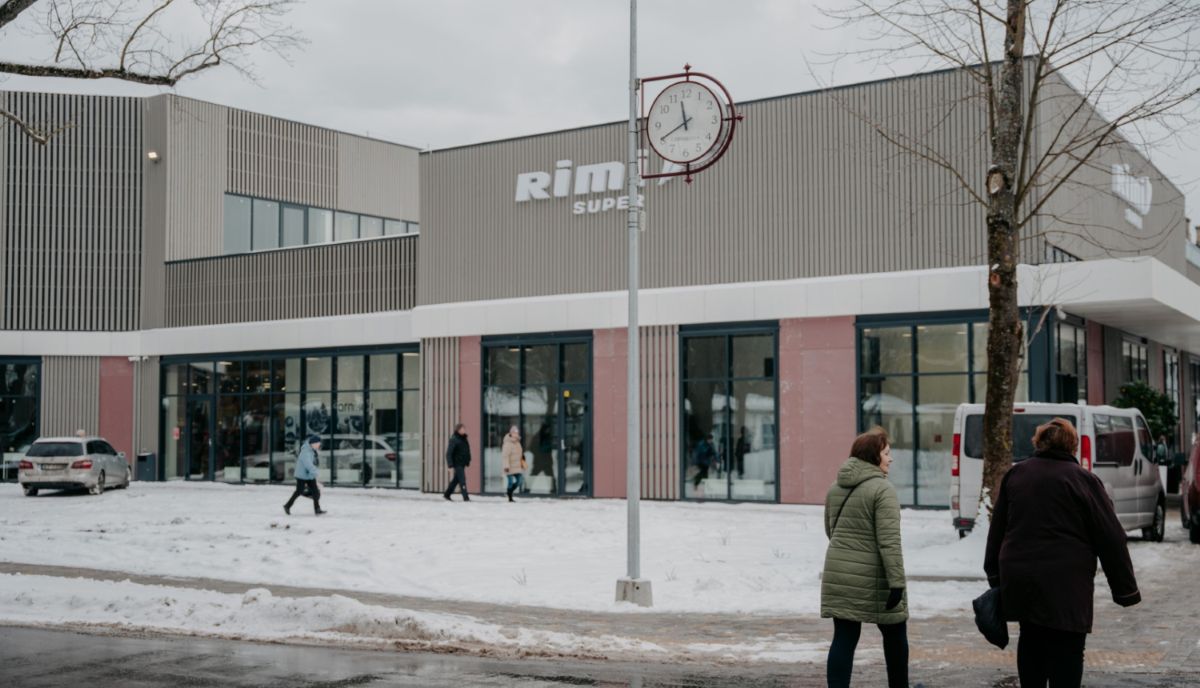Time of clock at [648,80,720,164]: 11:40
